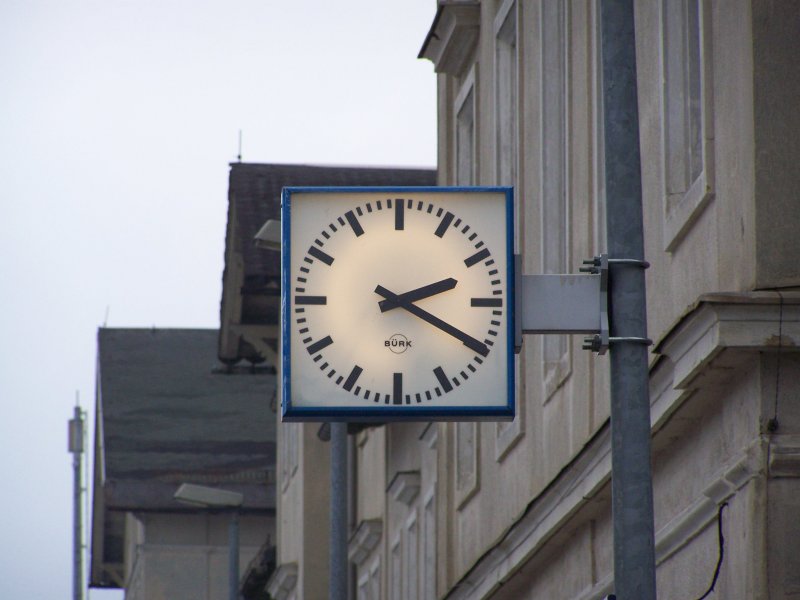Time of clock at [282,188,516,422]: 2:19
